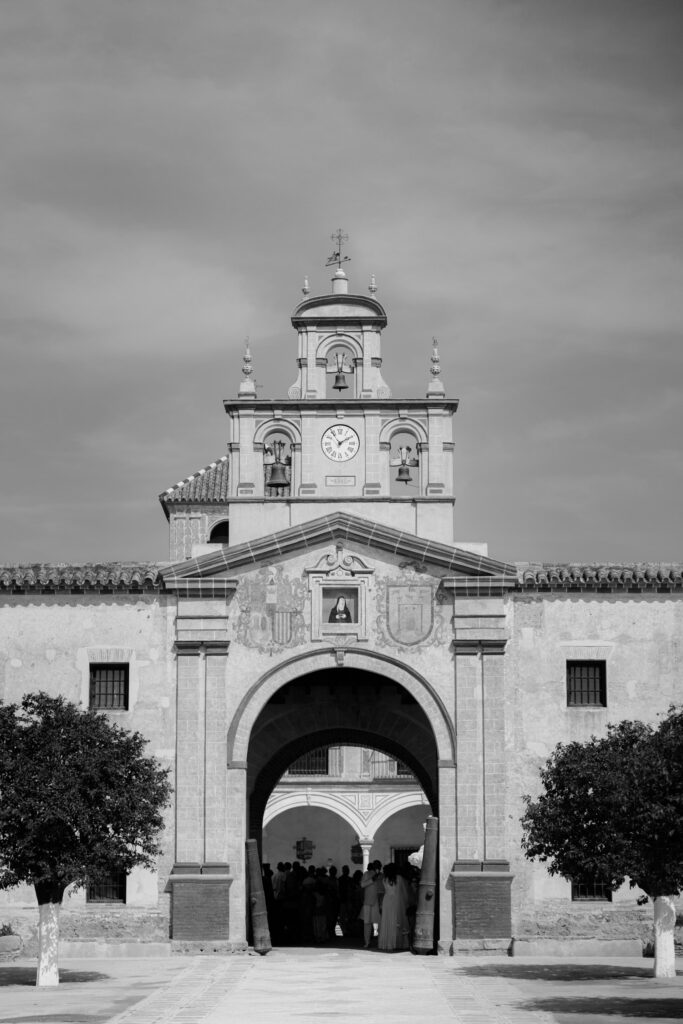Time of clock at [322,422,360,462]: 1:54
